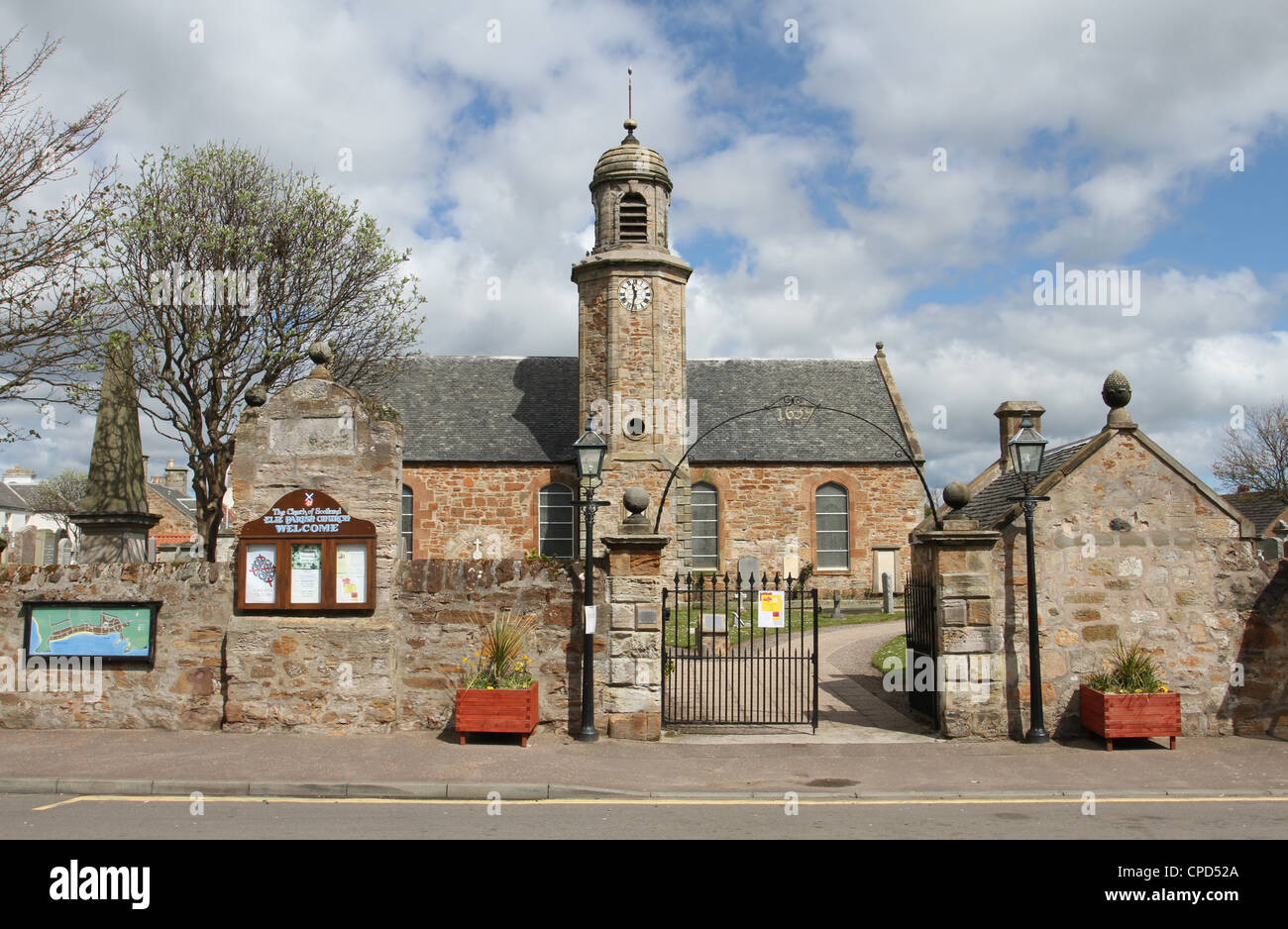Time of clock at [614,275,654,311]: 11:32
